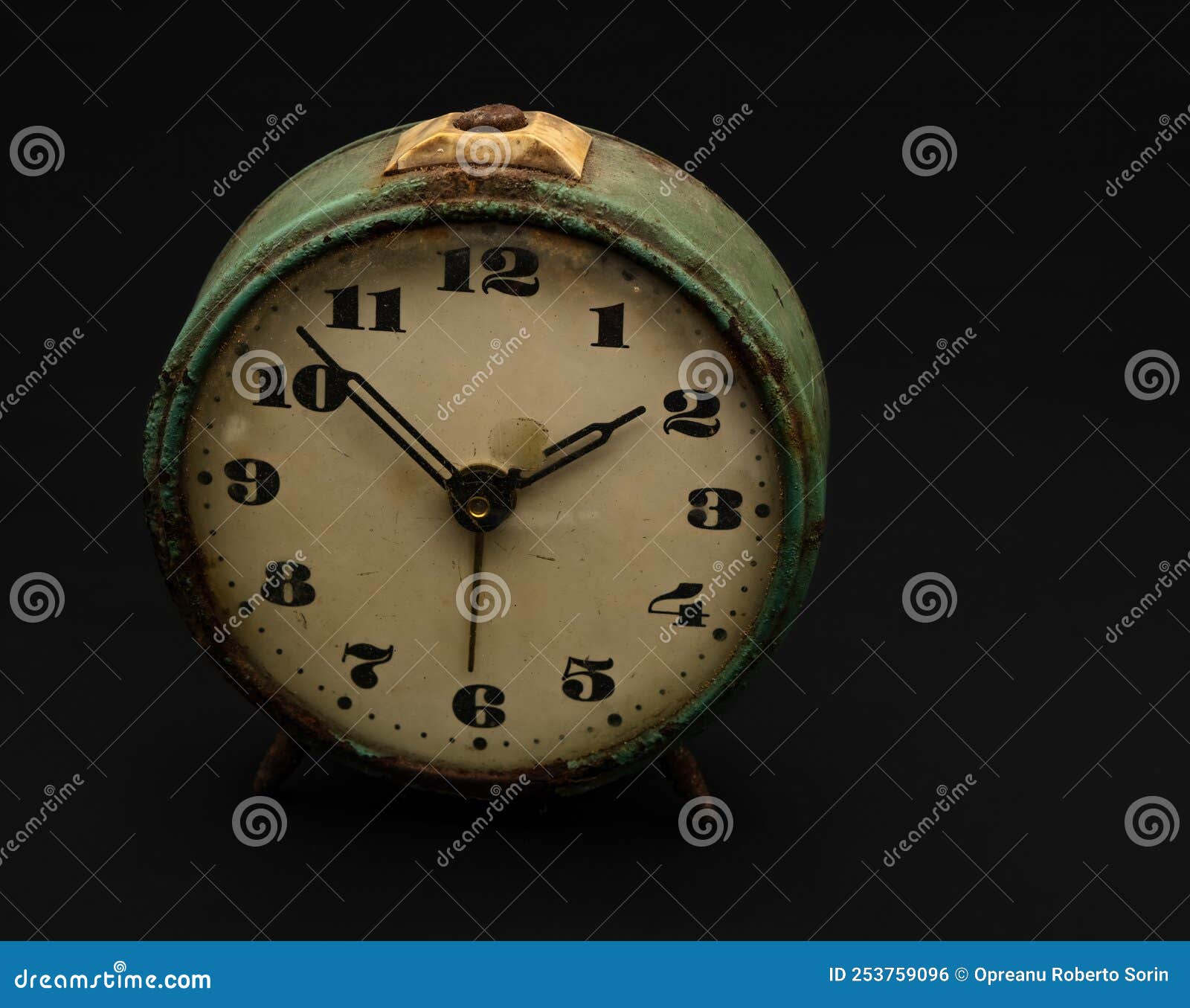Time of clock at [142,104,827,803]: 1:52
